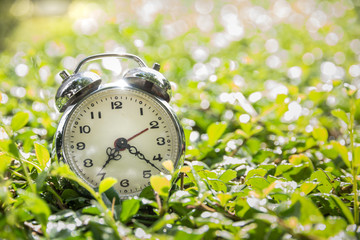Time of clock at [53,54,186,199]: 7:21
